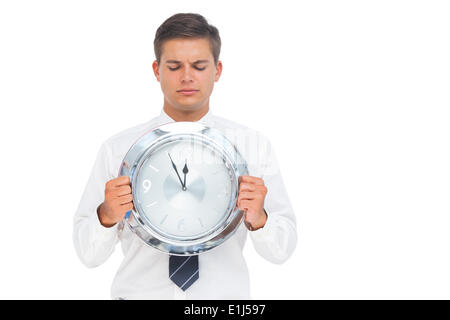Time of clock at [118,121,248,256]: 11:55
